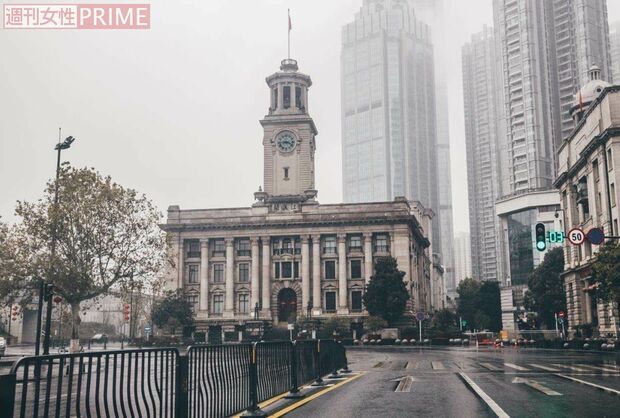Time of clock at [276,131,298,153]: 3:43
